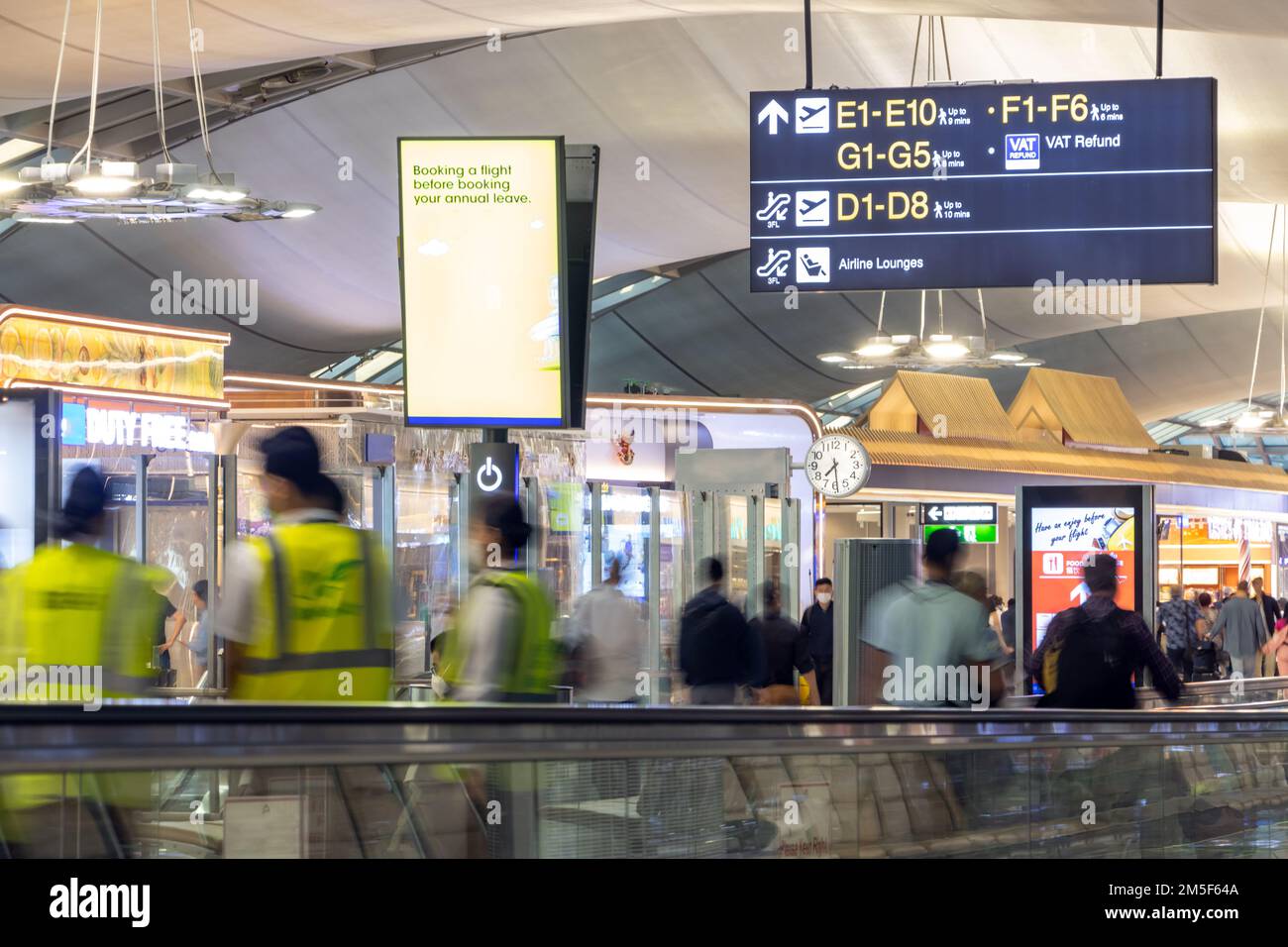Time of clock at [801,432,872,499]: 7:29
